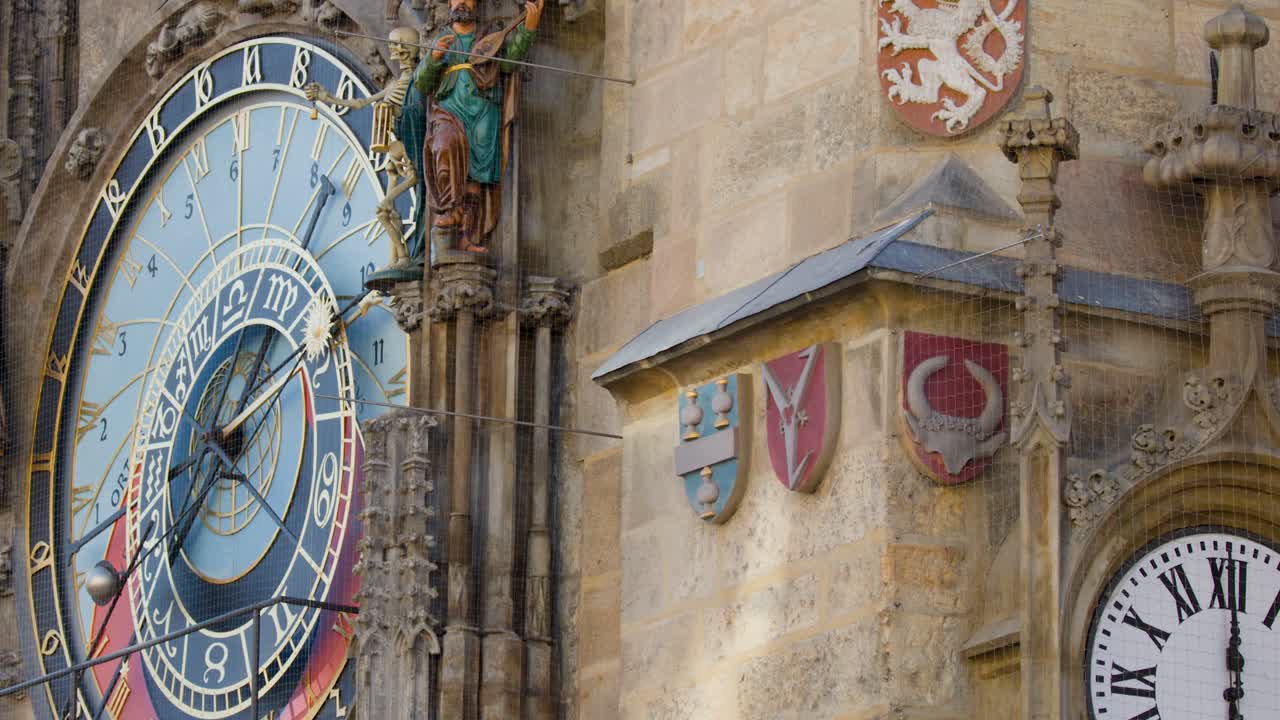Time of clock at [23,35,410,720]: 12:37
